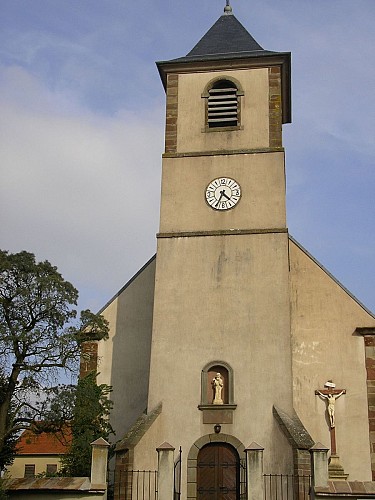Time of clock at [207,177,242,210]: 4:34
